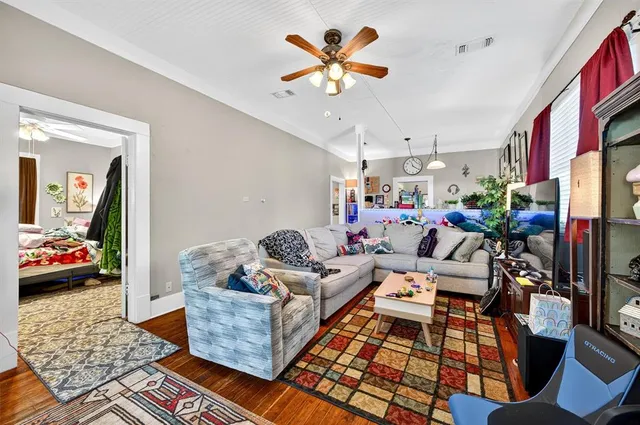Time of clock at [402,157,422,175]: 11:21
